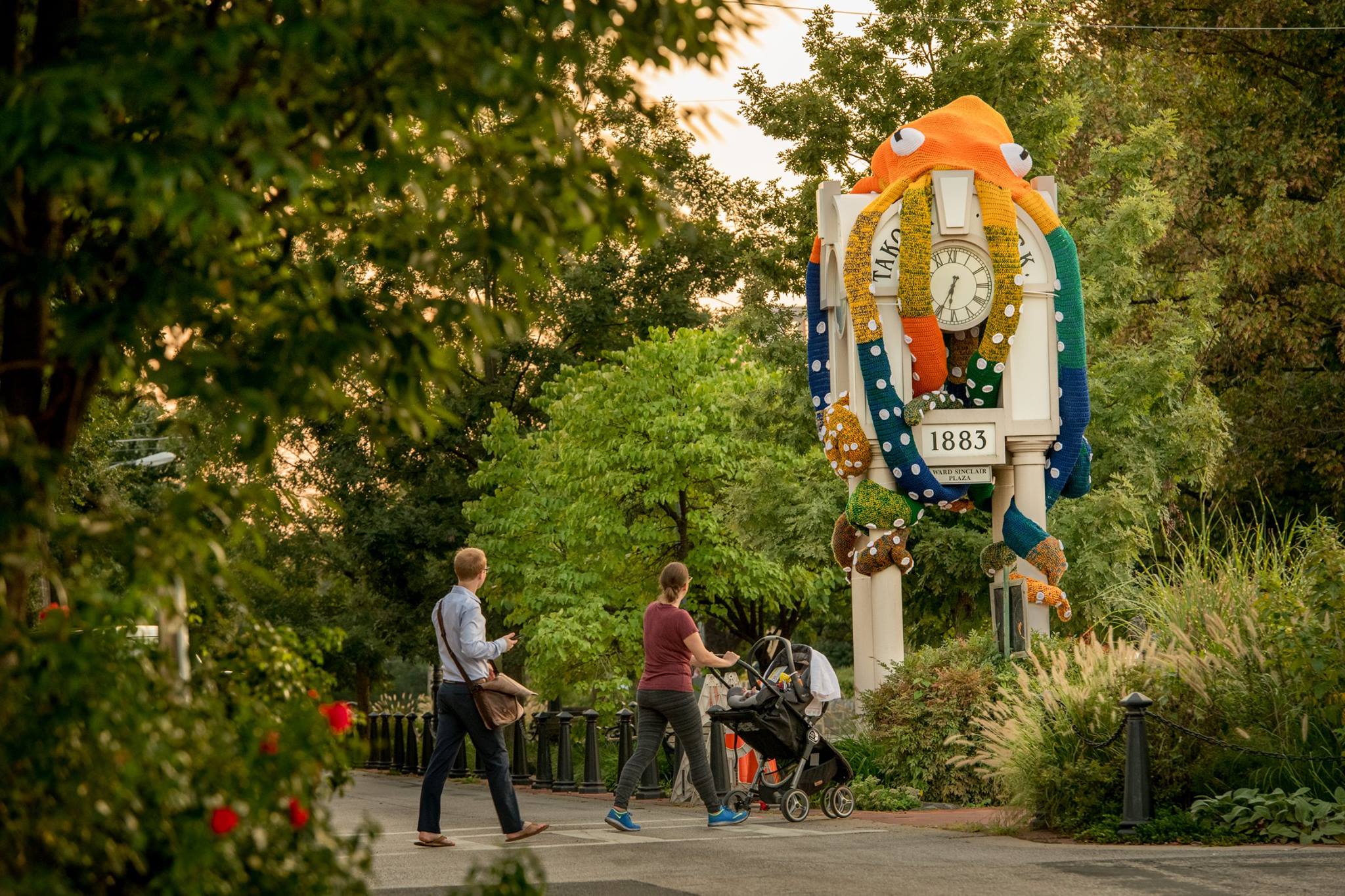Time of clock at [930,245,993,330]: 6:35
